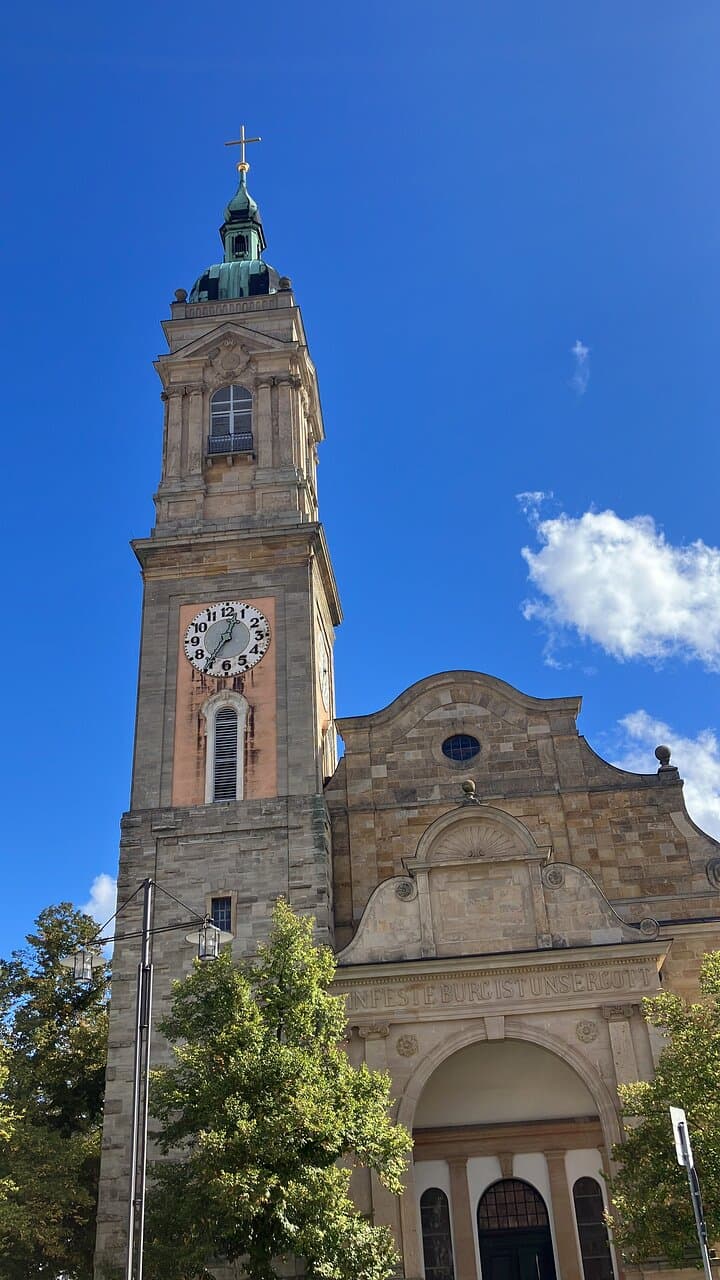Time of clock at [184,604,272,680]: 12:35
